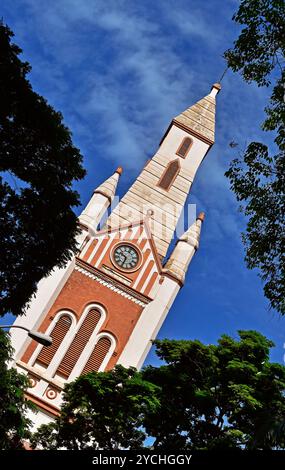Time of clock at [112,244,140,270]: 10:34
